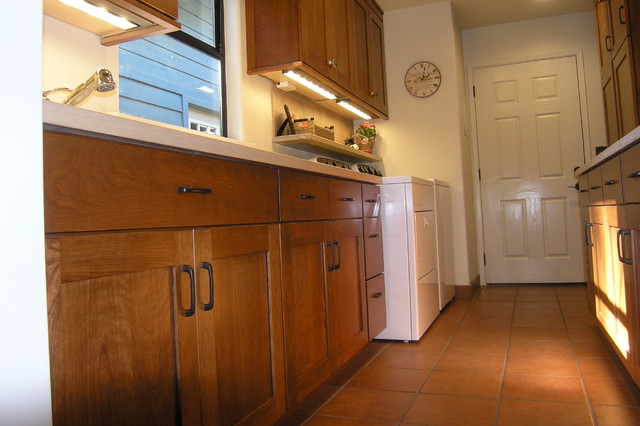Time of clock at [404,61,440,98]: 2:02
